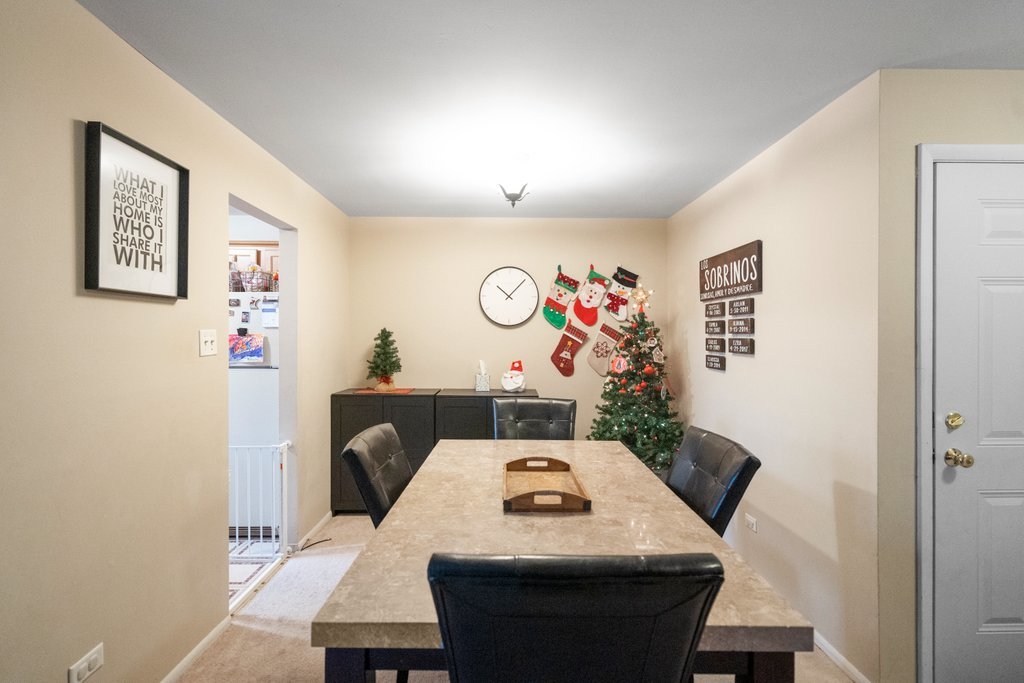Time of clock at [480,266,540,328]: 10:07
